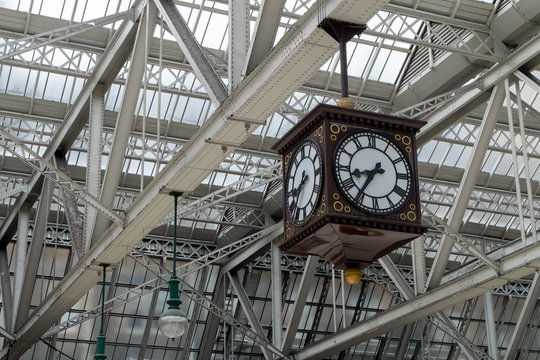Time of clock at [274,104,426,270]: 8:35
